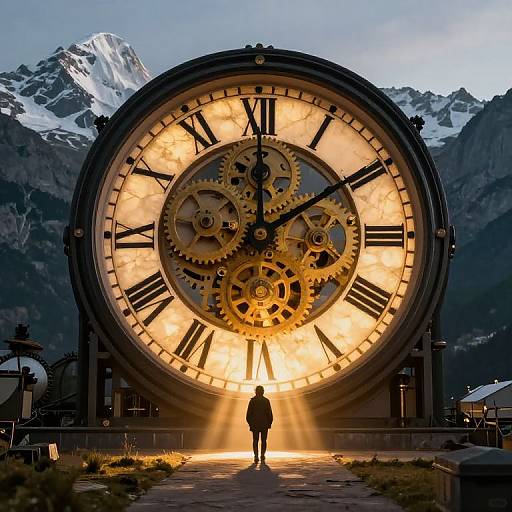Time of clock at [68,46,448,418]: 12:09
